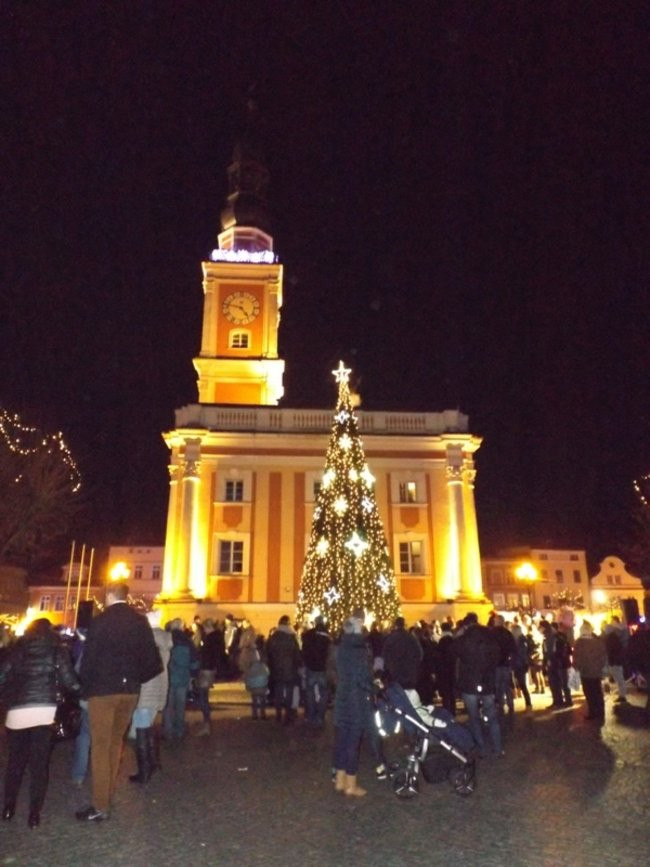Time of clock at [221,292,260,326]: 4:47
